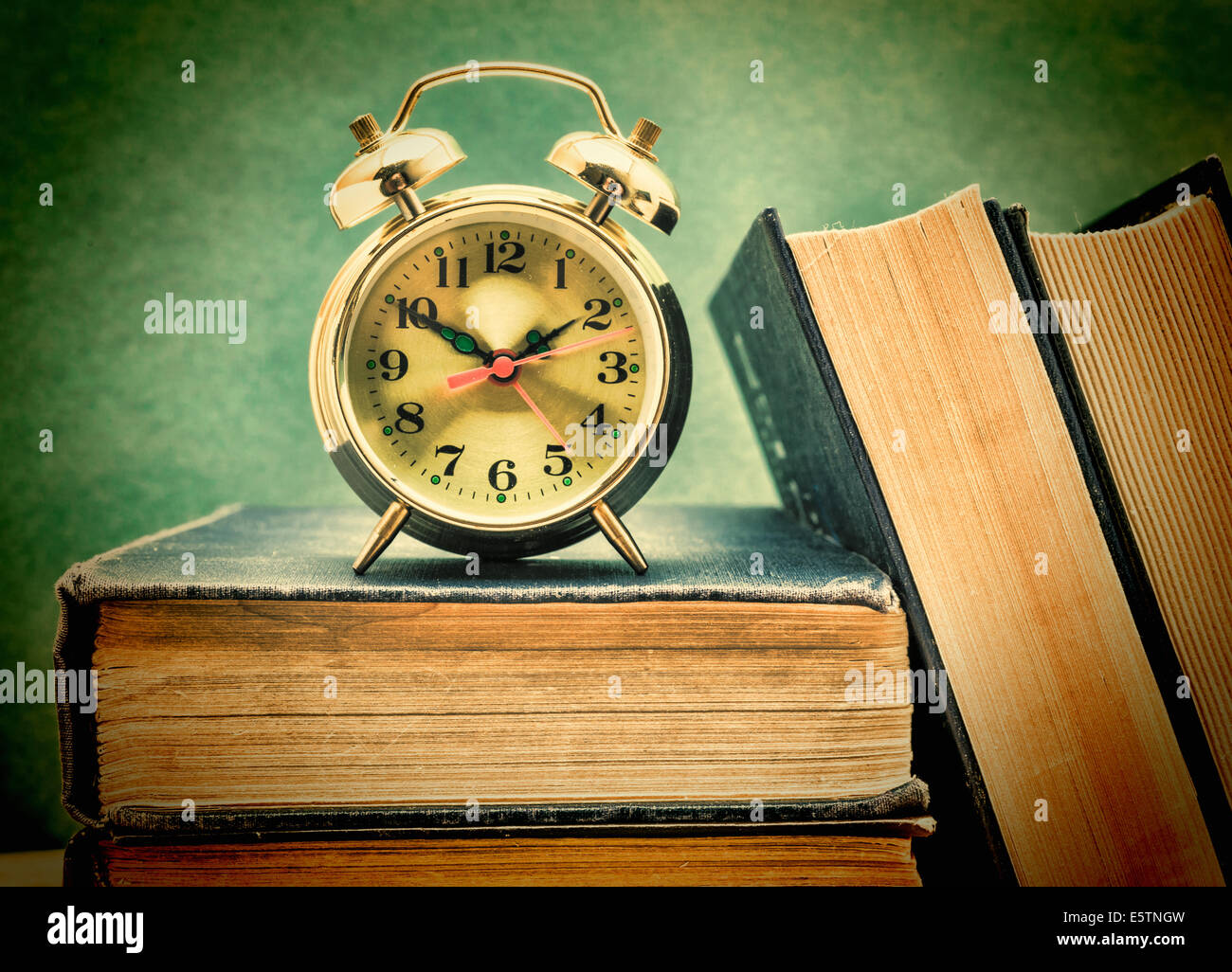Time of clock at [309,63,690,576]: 1:50
